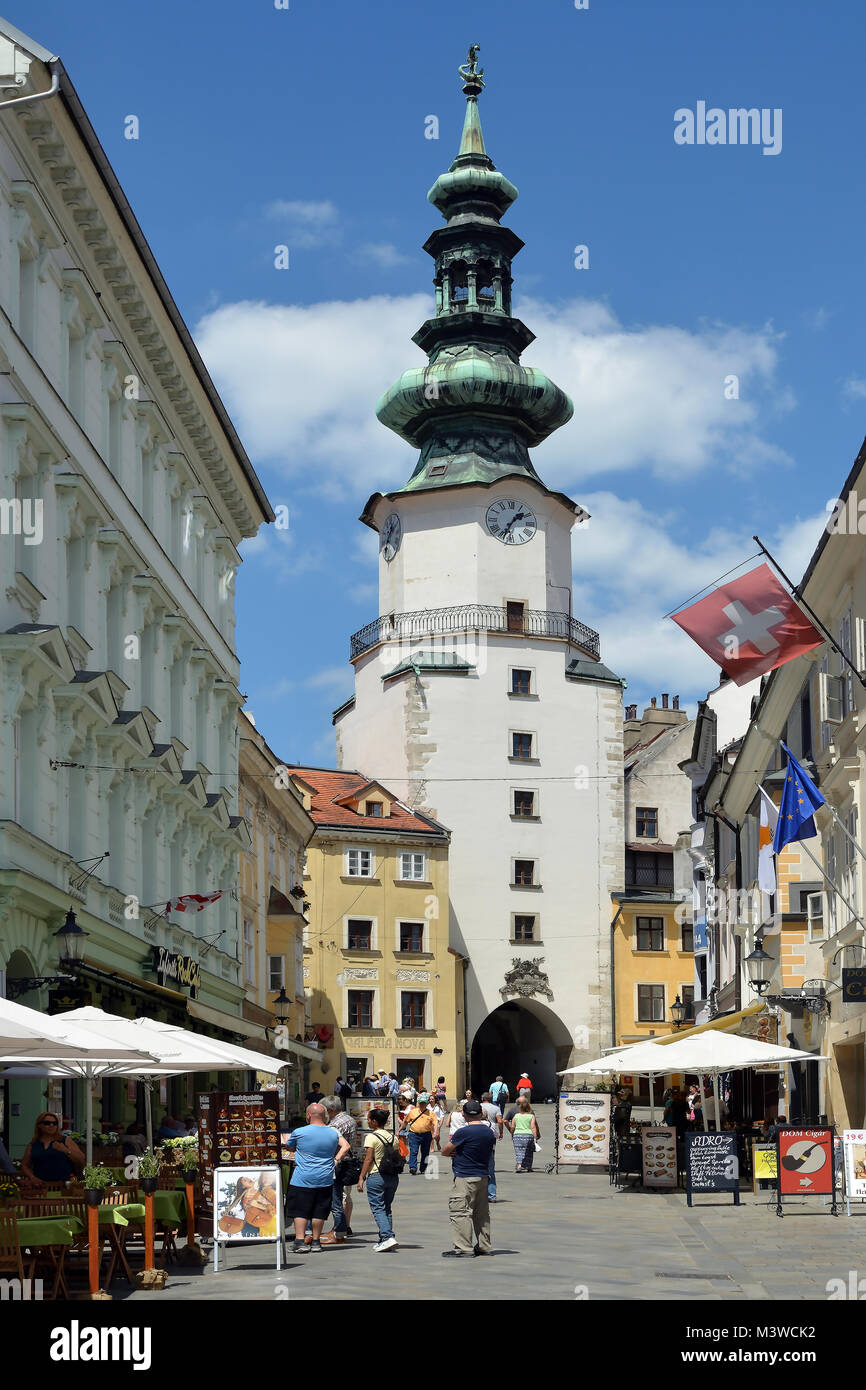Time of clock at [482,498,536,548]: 1:34
